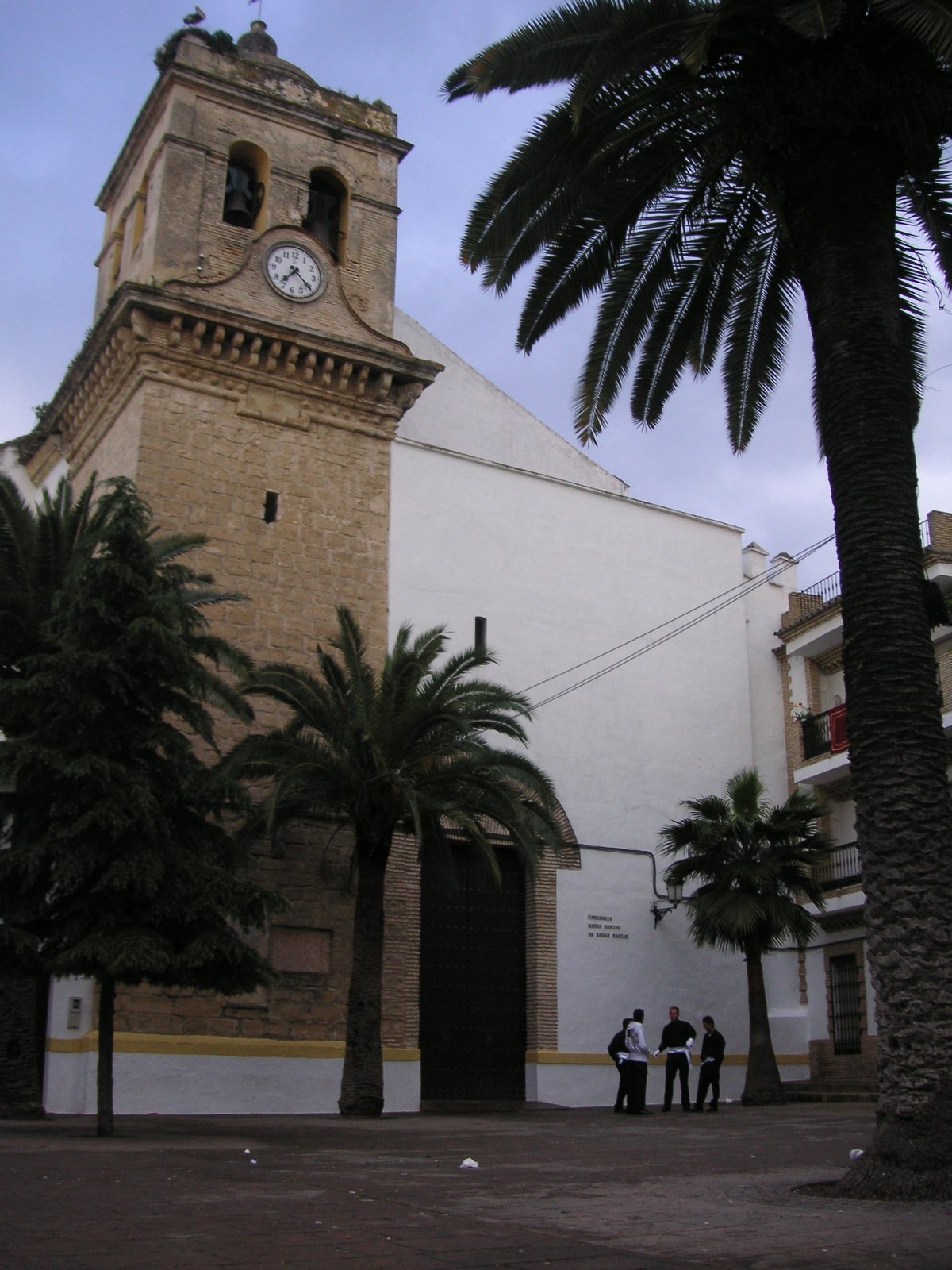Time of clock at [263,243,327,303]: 7:21
